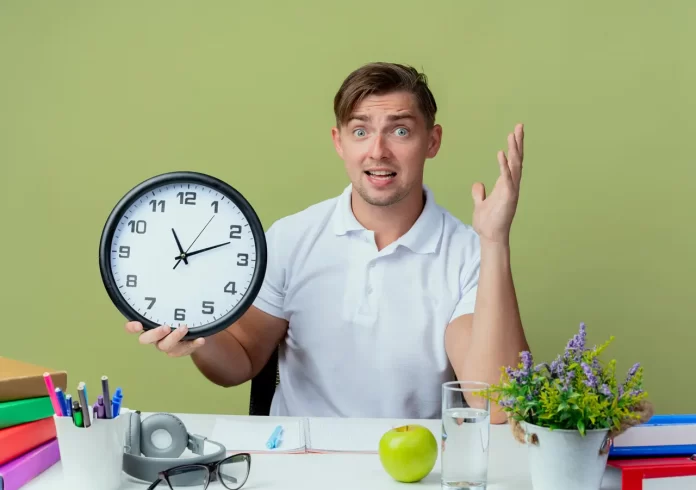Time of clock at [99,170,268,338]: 11:11
